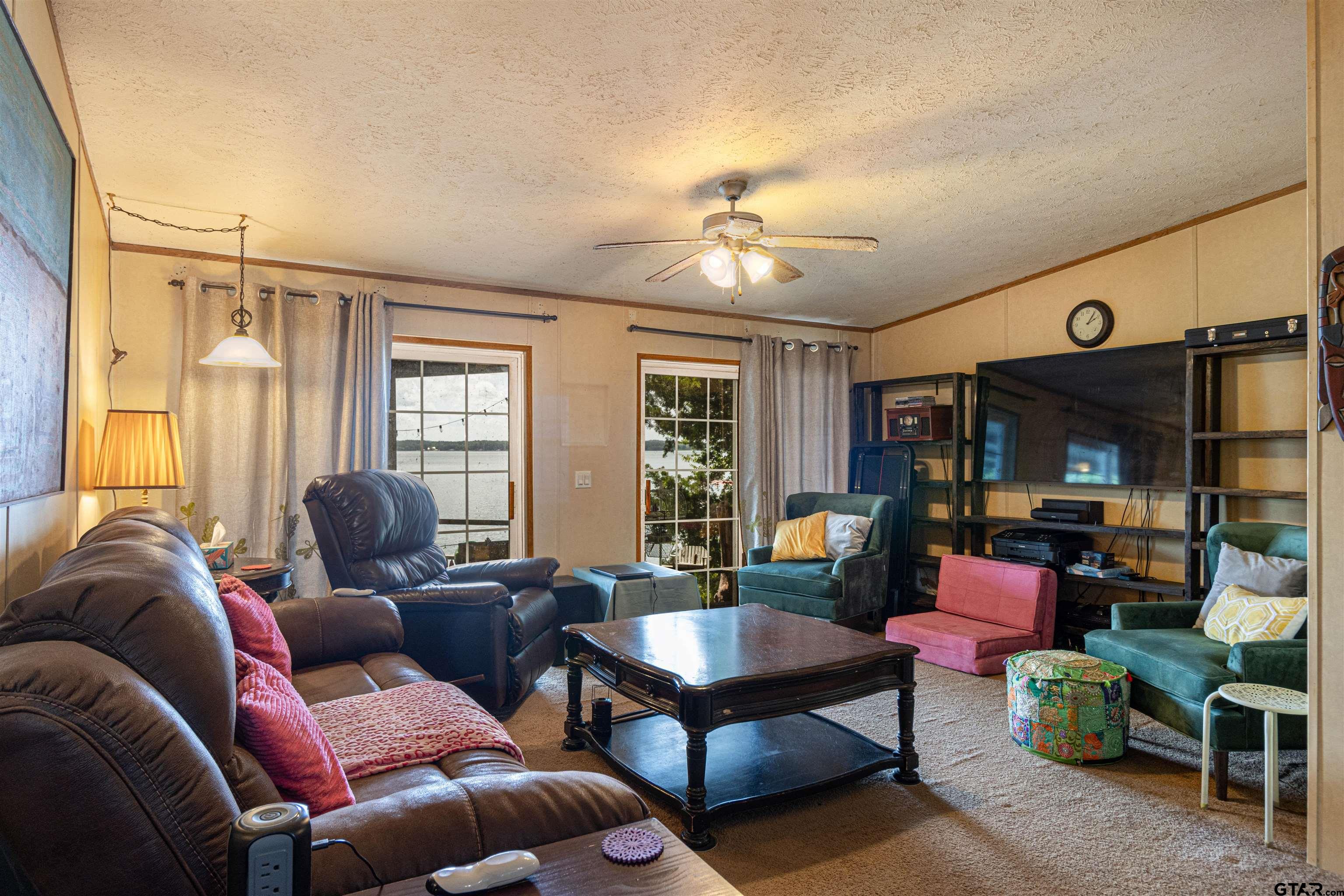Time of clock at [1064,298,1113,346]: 2:05
